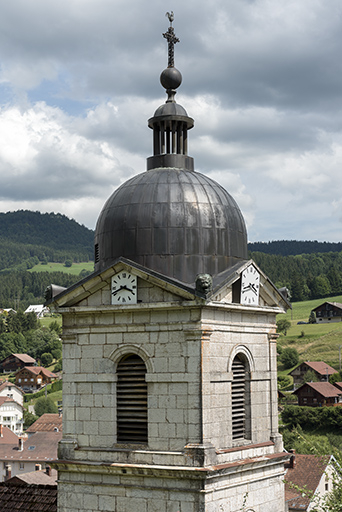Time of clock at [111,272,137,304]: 3:41
